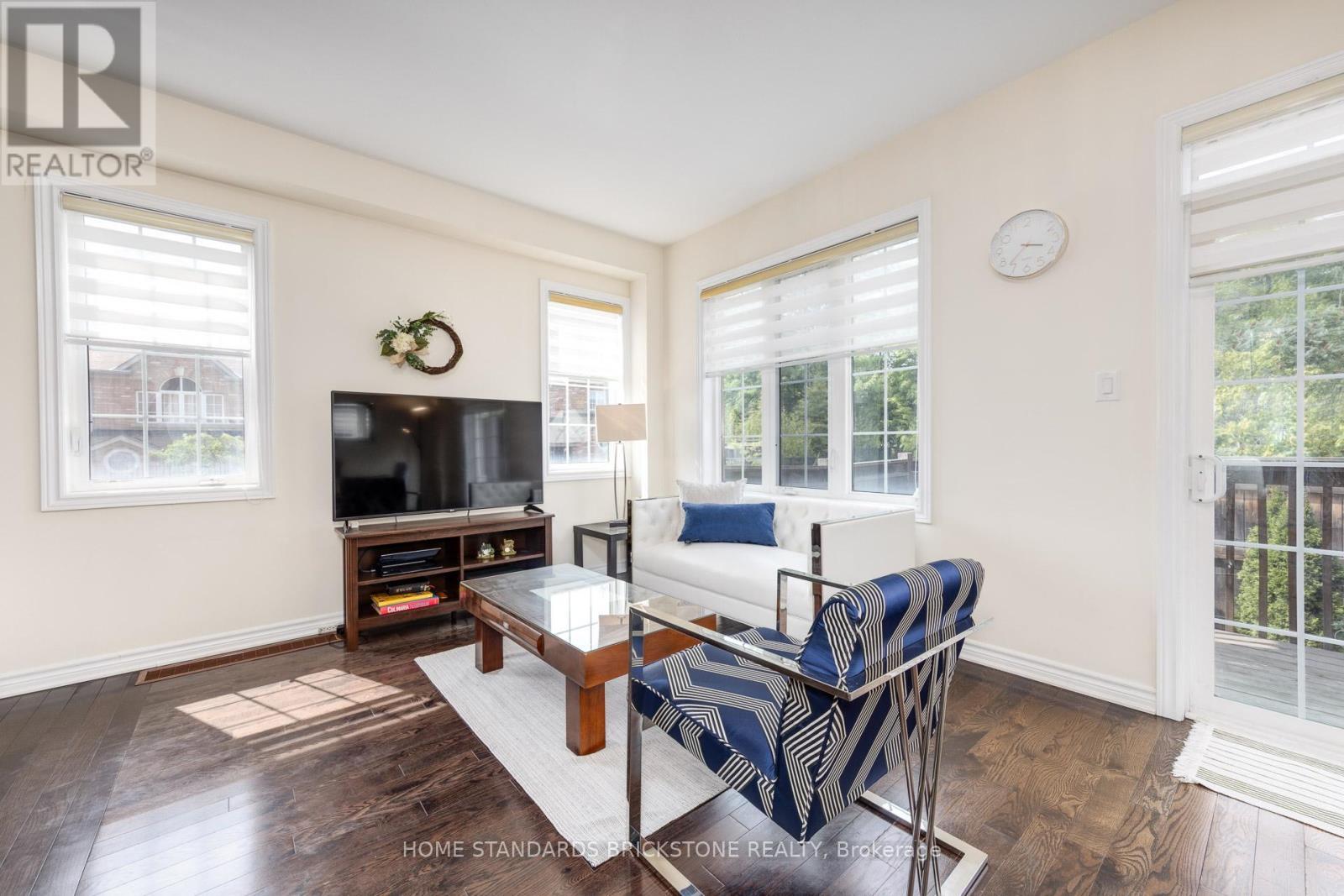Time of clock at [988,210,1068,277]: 3:37
